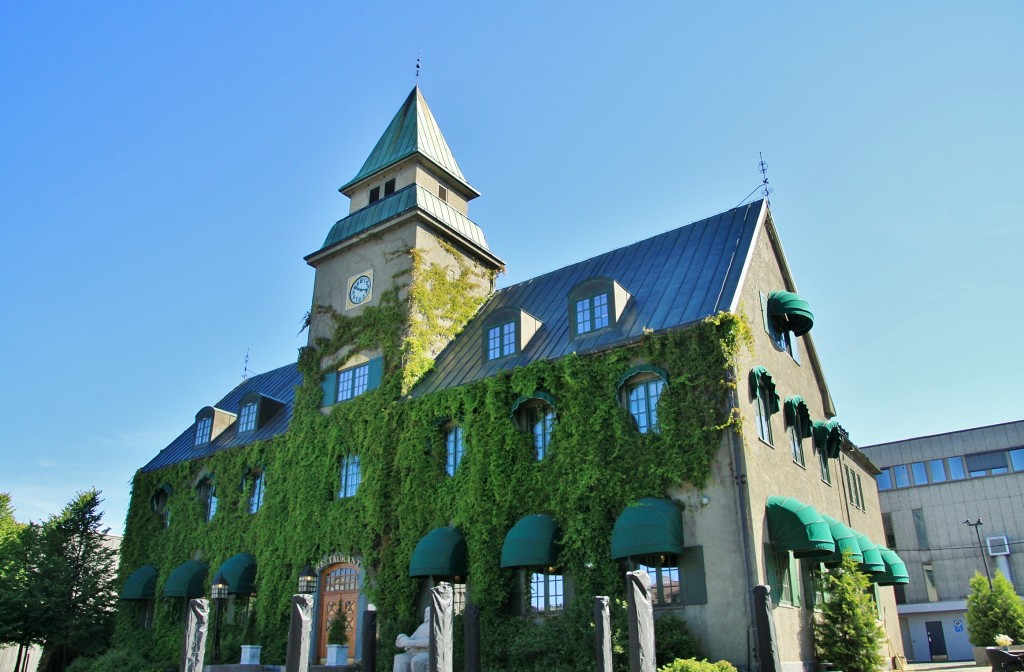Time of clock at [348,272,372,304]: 10:17
